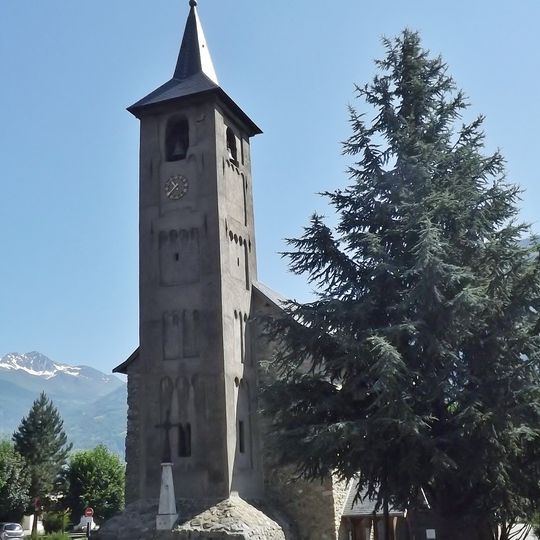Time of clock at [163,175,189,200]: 10:36
